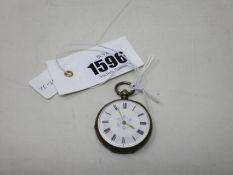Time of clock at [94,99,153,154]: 3:56
